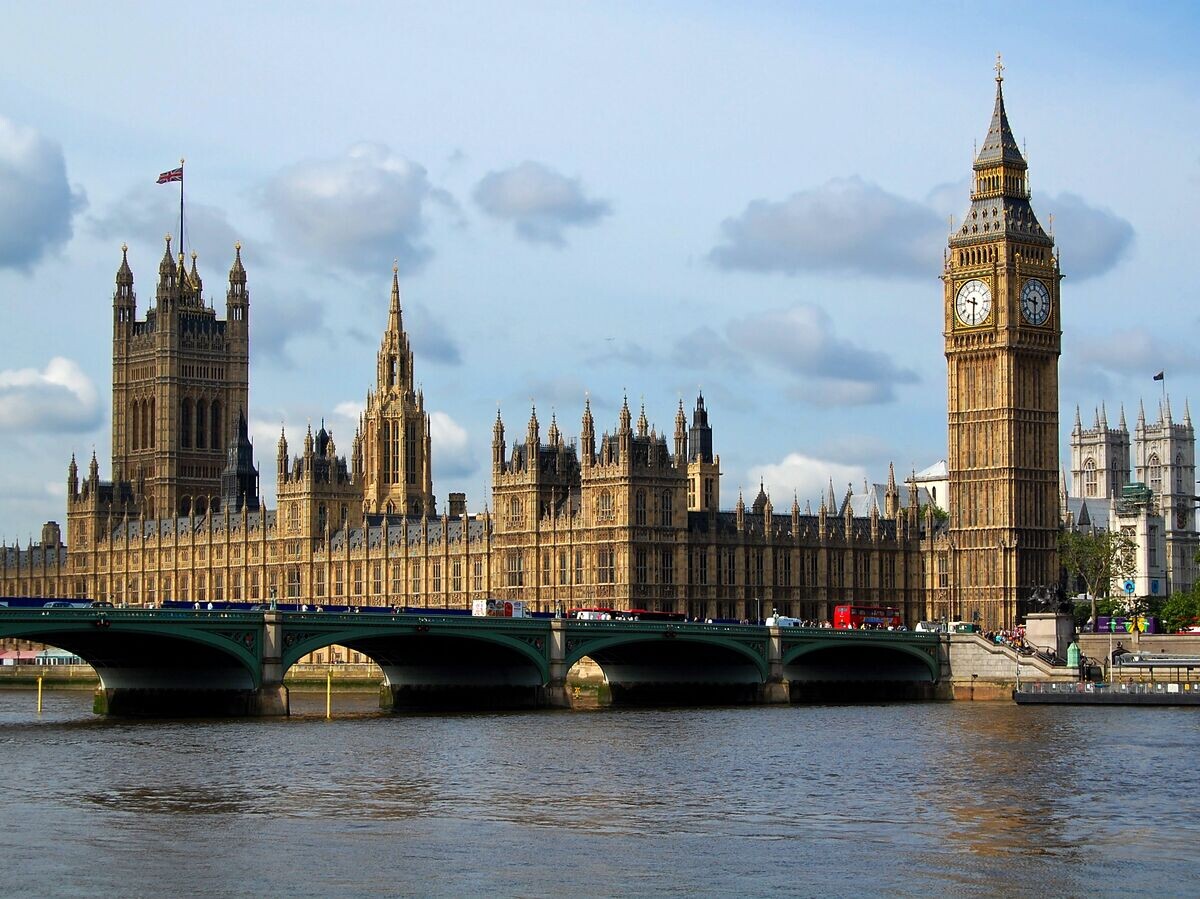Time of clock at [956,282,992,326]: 9:31
